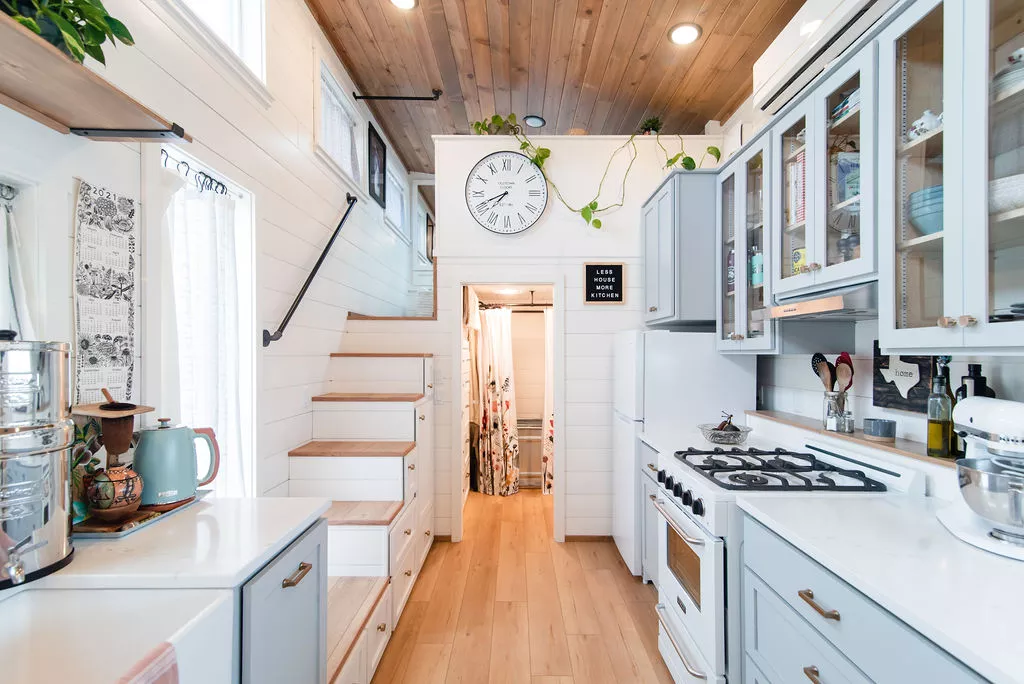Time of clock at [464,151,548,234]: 7:41
